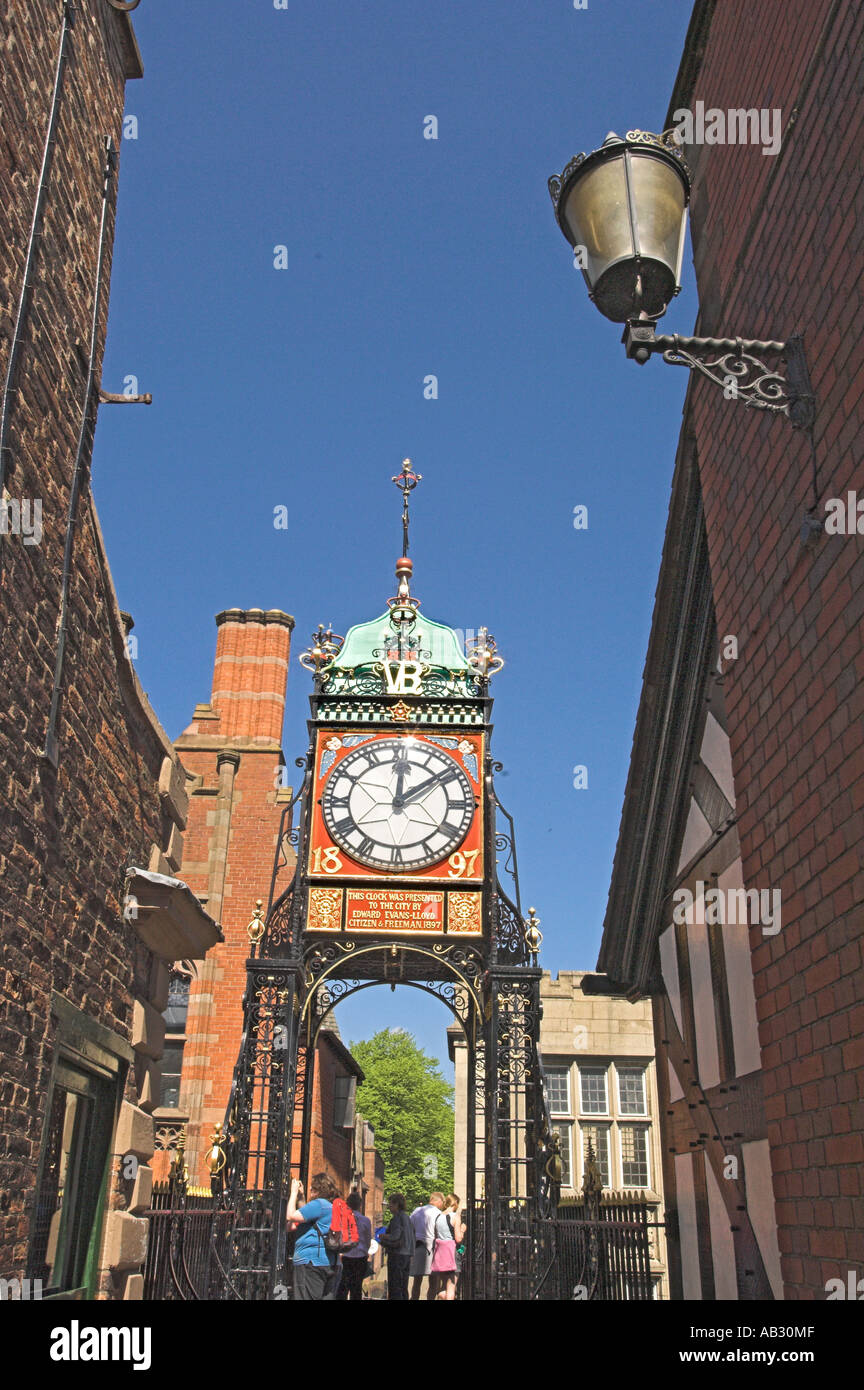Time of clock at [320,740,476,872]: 12:08
